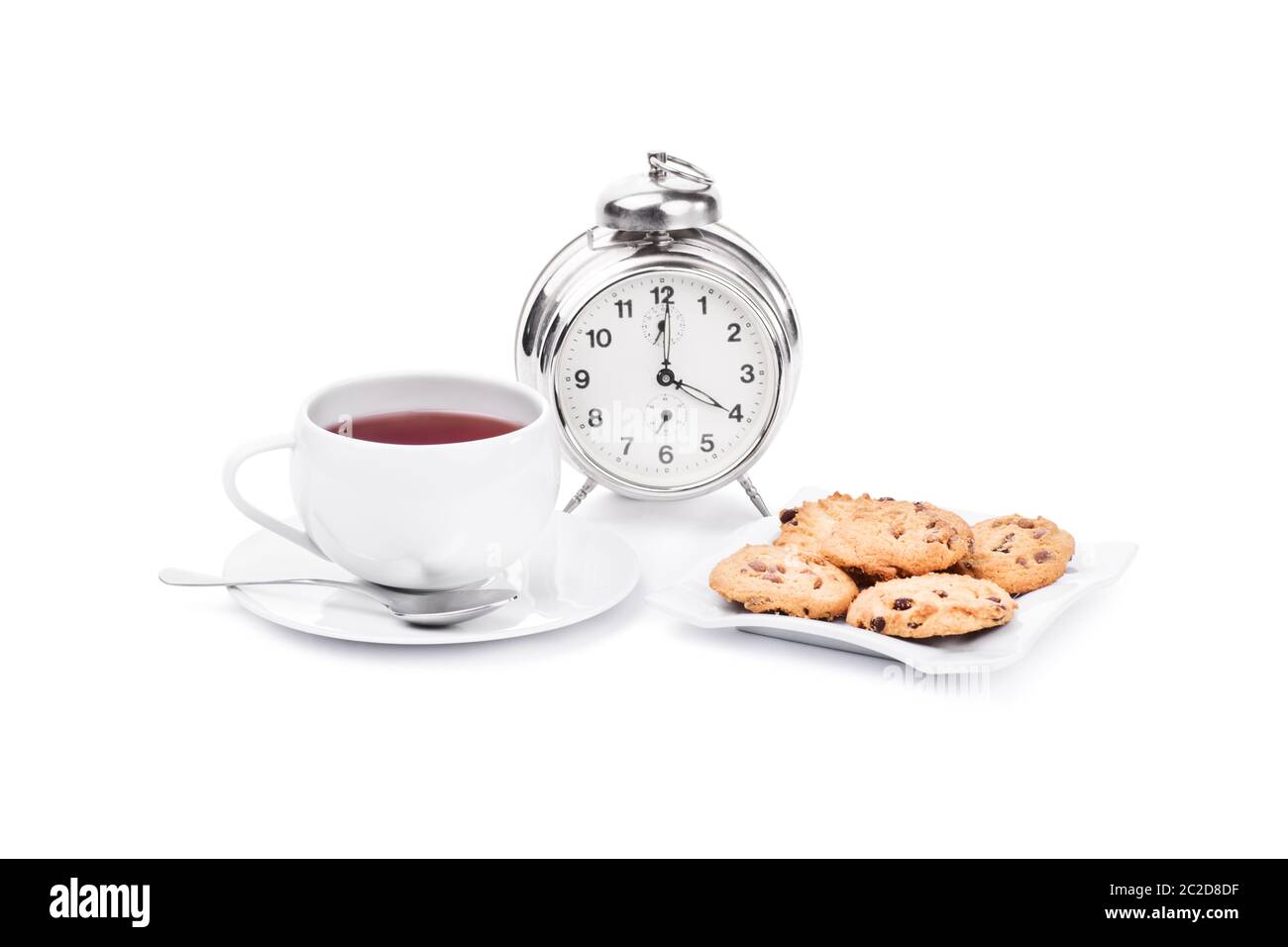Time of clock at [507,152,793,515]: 4:00
